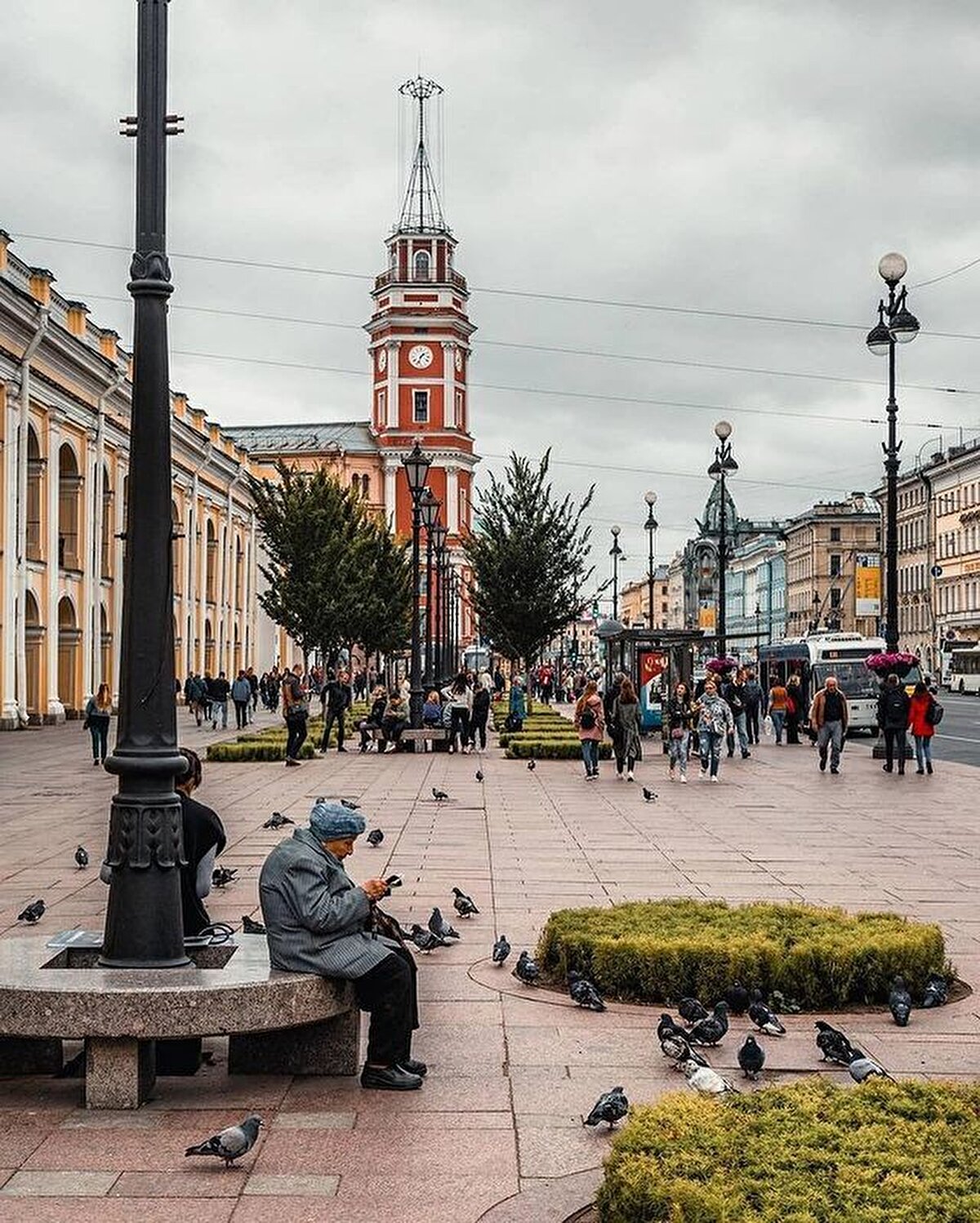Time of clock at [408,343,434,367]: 1:33
